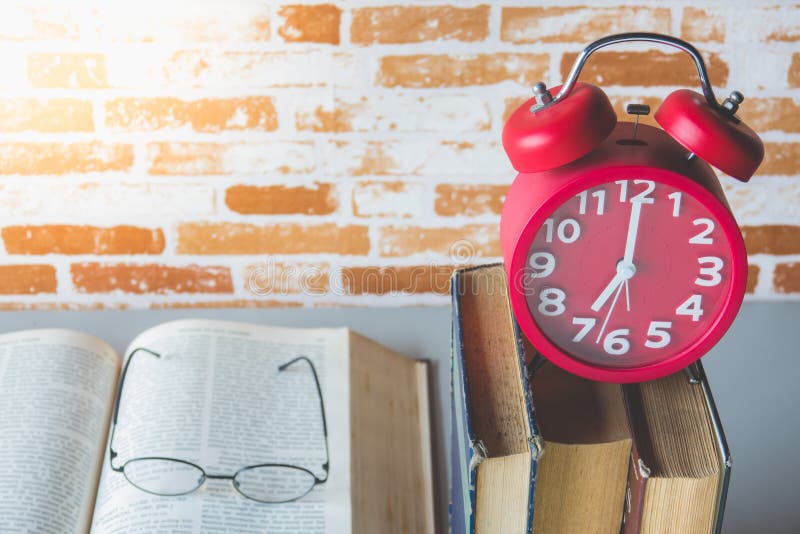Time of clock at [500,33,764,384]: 7:00
